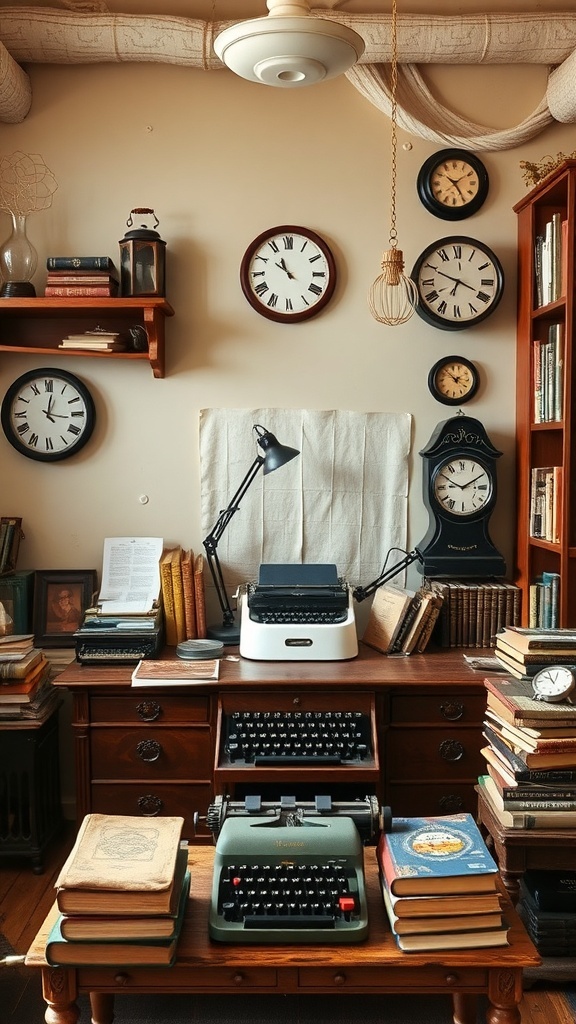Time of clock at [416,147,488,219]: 10:24
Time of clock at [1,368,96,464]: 12:16
